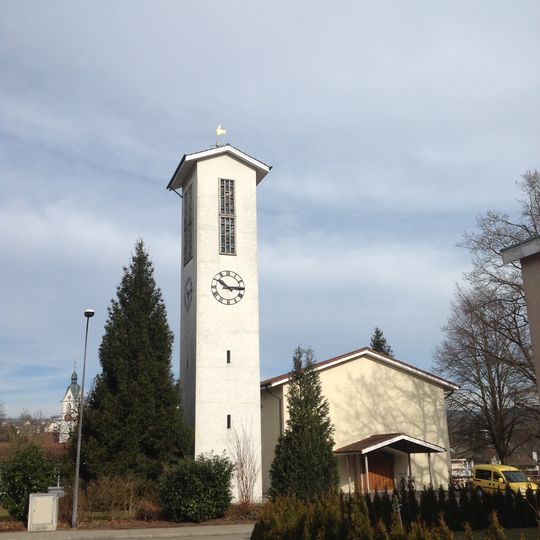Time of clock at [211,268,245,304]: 10:14
